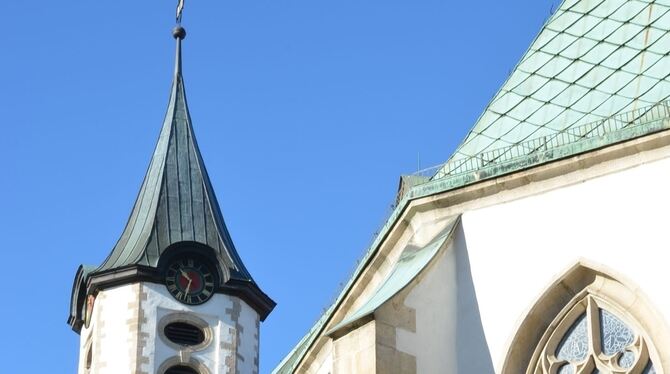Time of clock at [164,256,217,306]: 10:32
